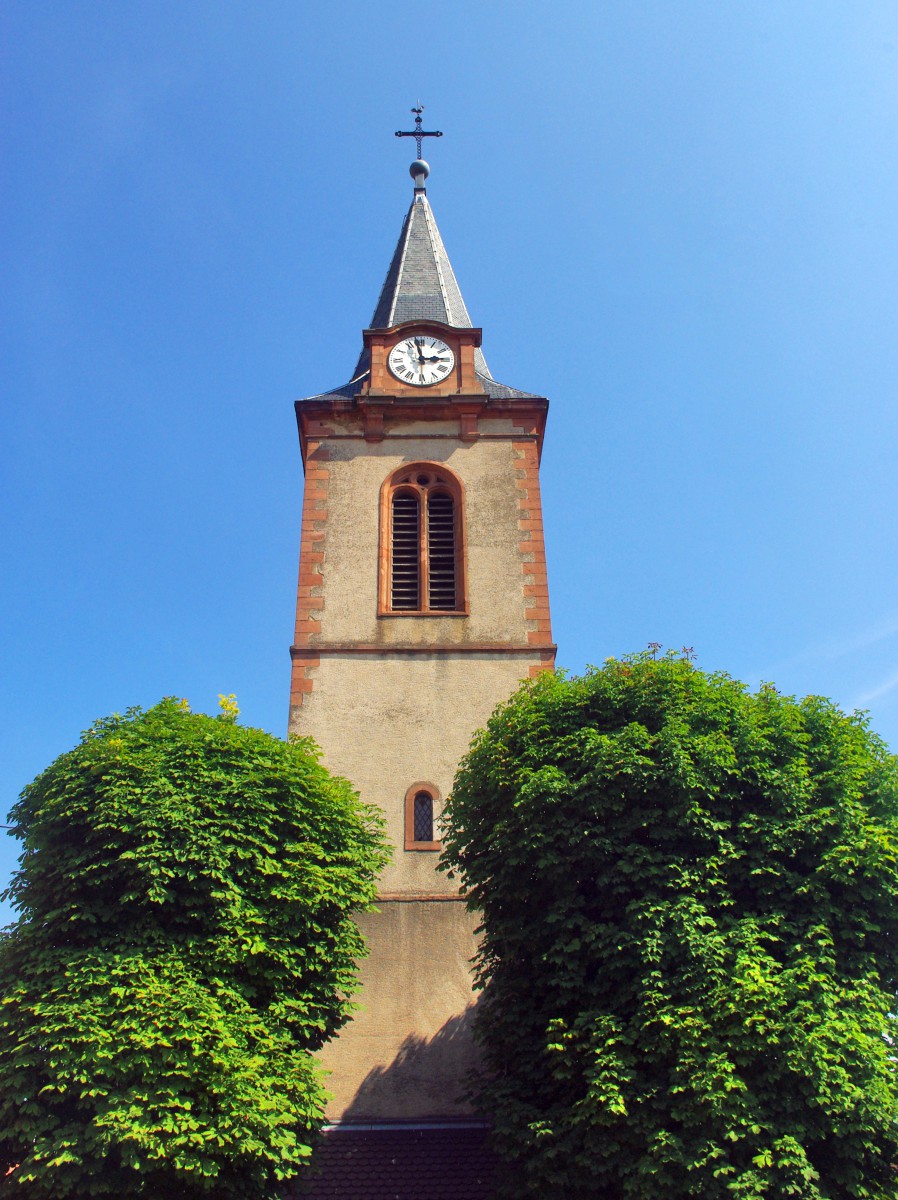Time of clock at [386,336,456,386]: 2:58
